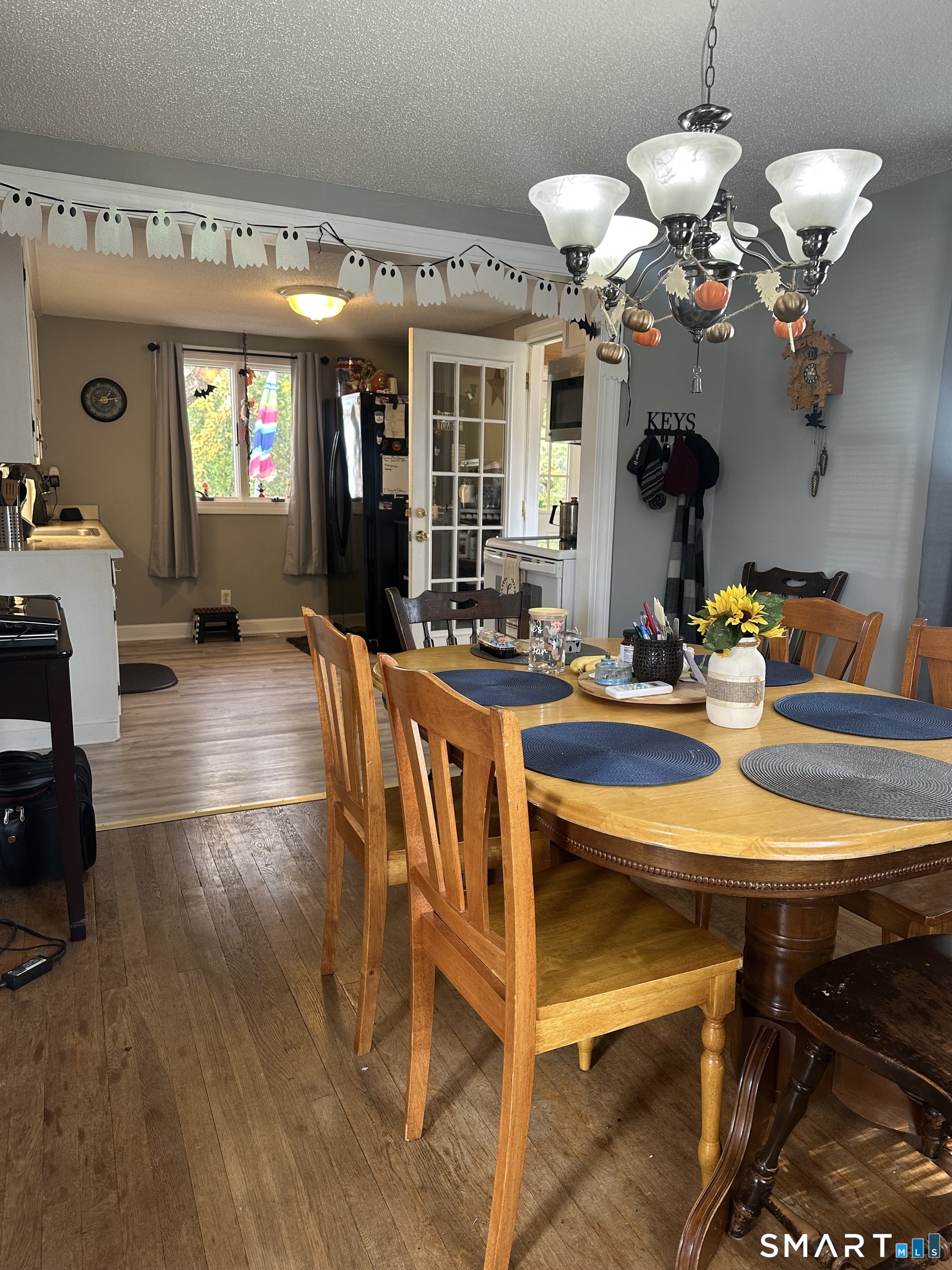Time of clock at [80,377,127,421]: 1:13
